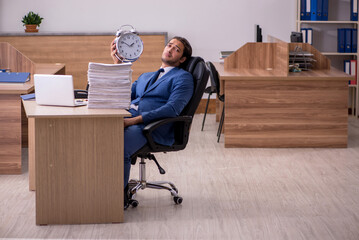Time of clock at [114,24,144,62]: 1:50
